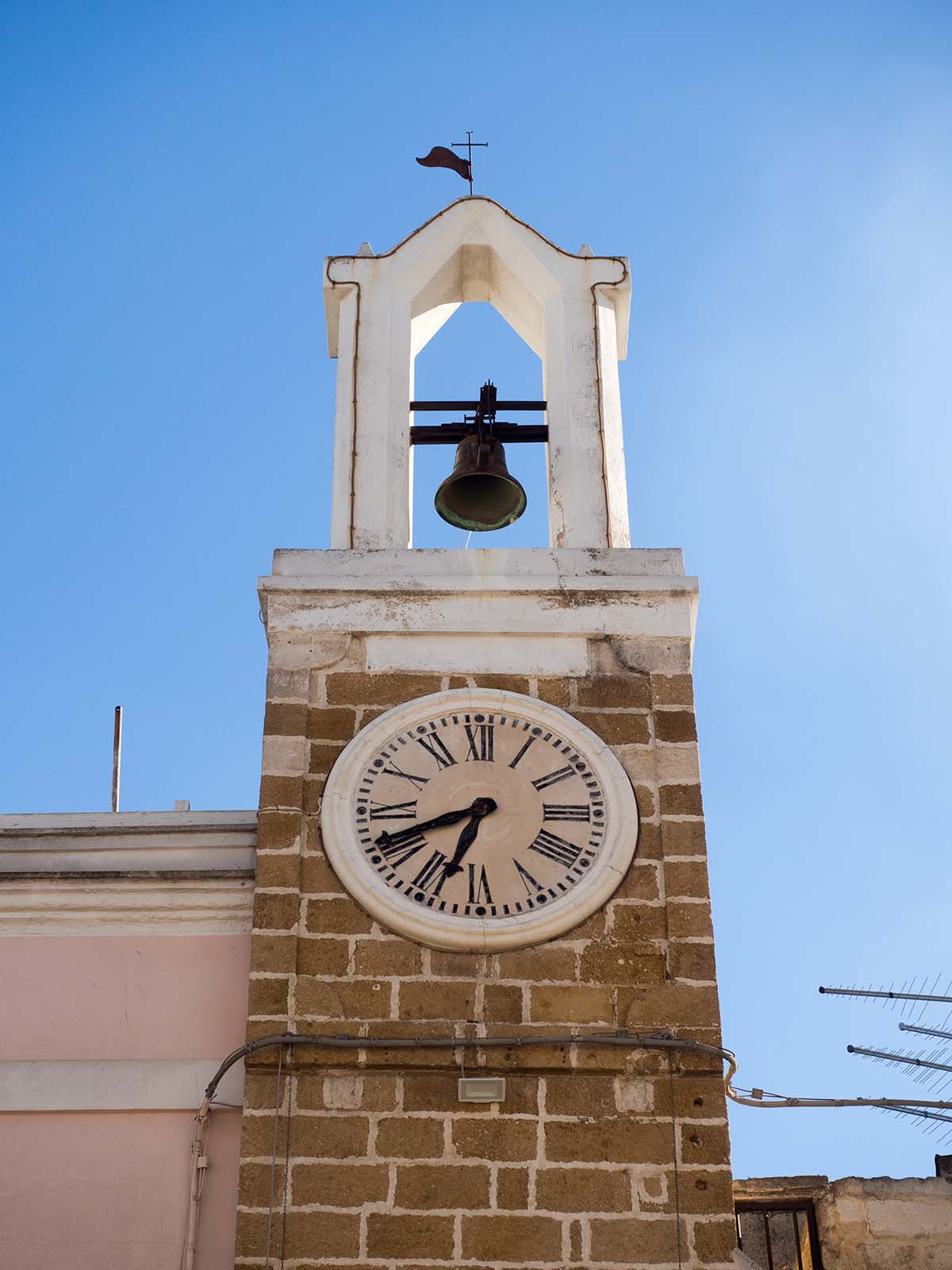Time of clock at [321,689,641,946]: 6:41
